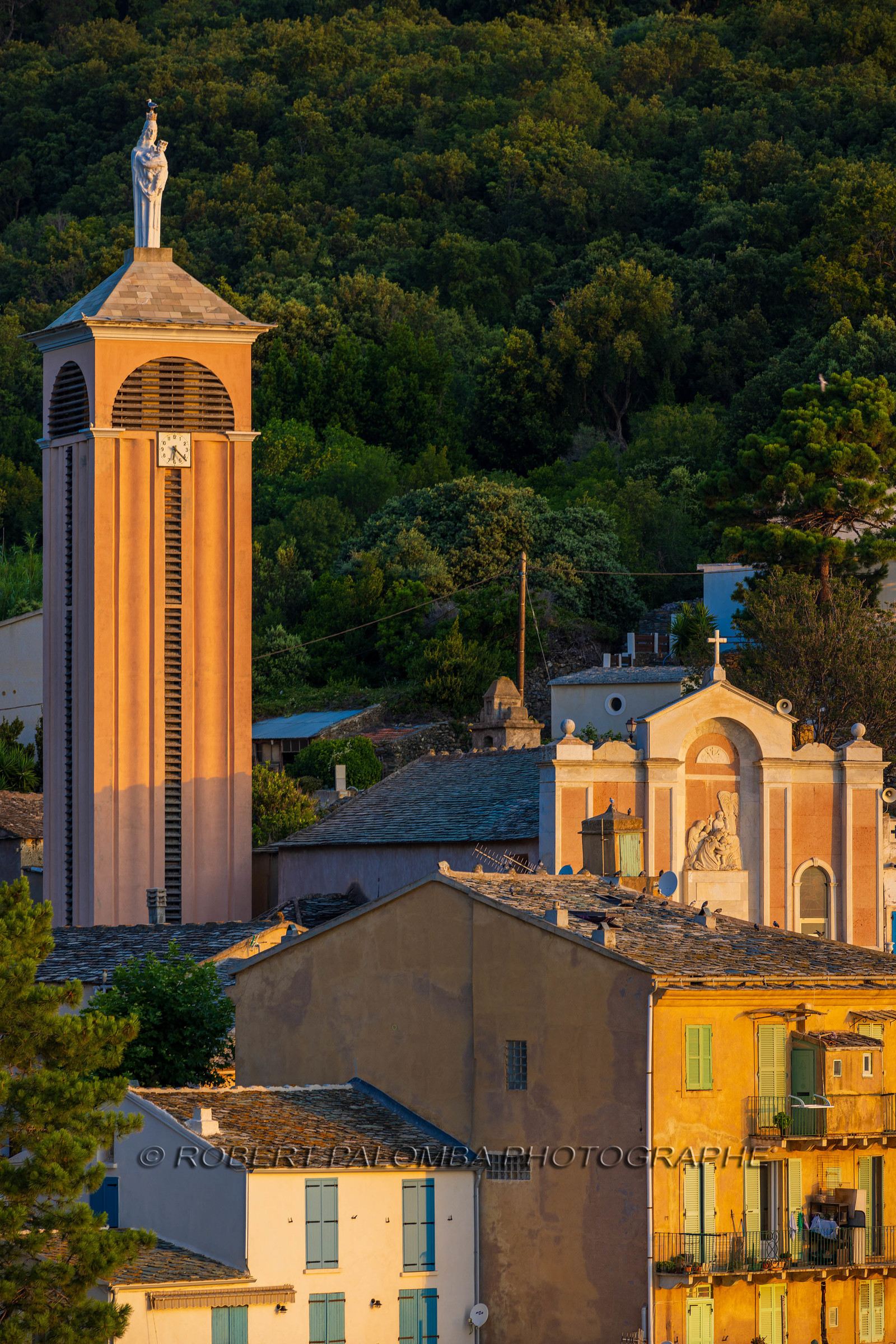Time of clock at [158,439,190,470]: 6:21
